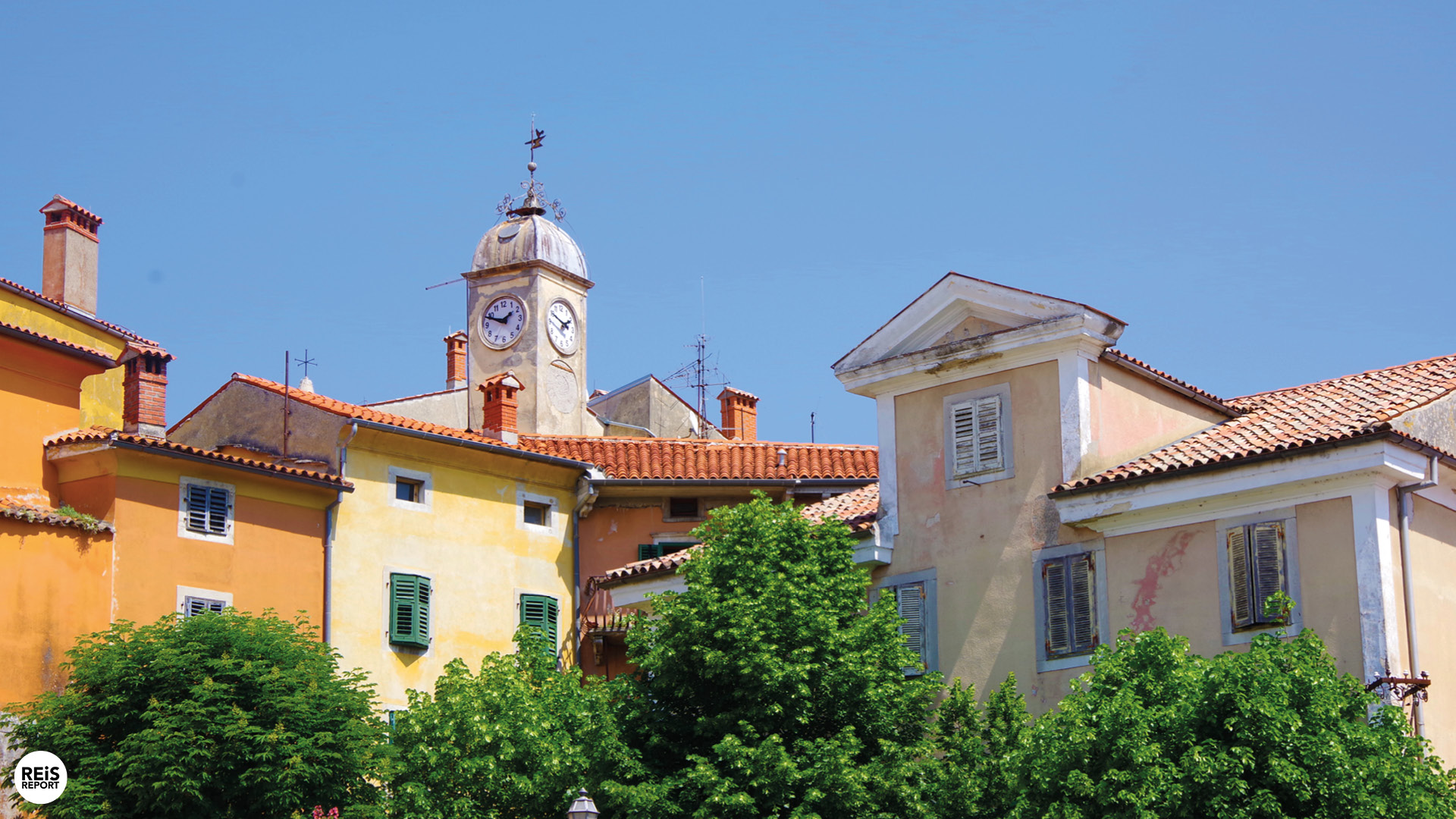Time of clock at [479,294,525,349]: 1:48
